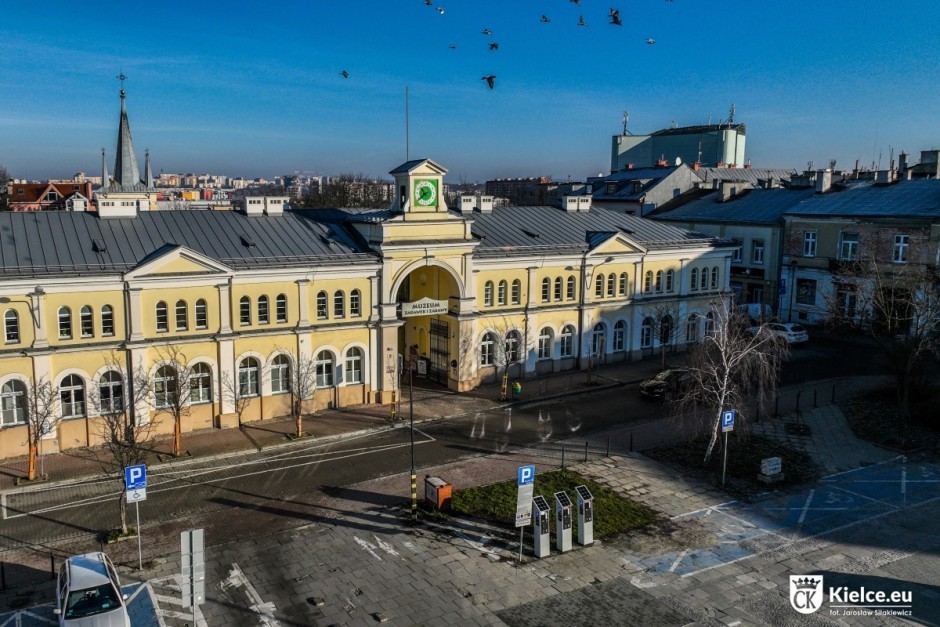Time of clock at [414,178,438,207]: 10:38
